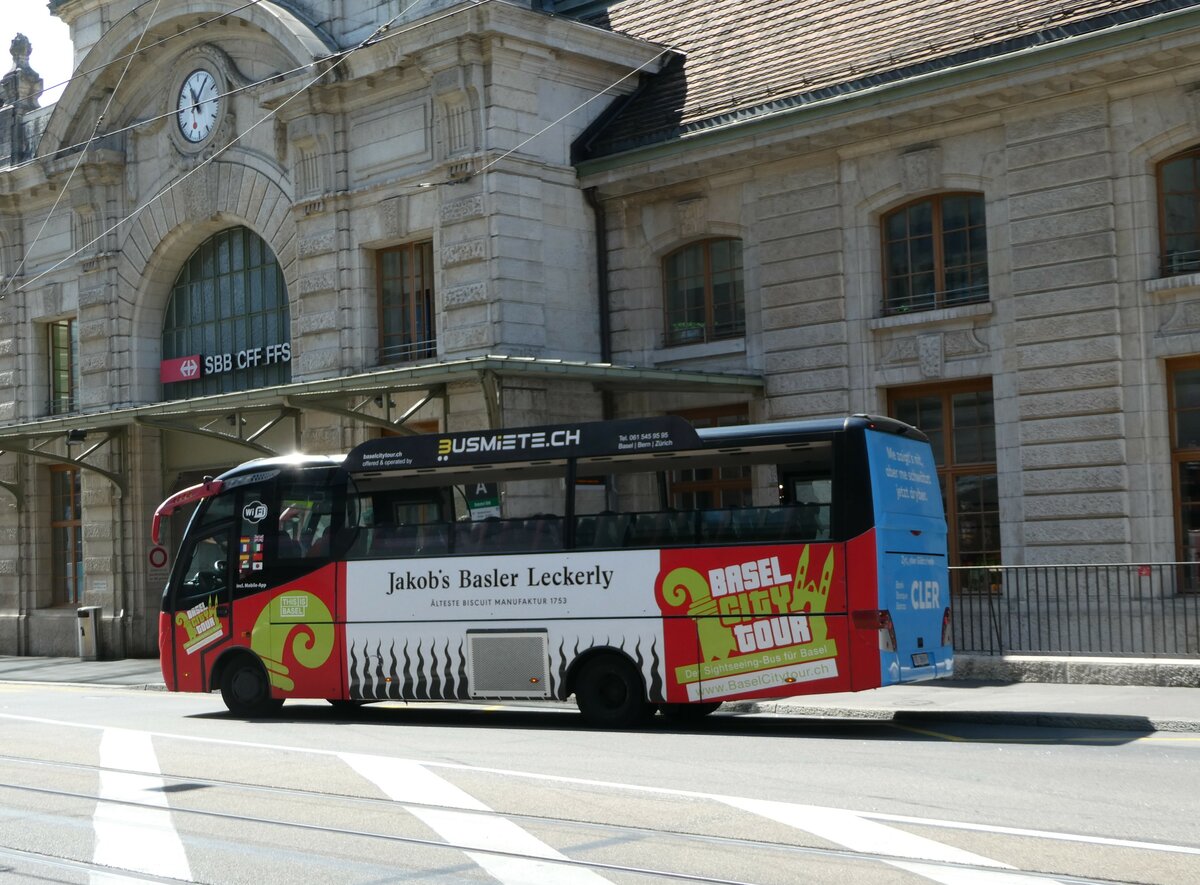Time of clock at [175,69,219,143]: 11:05
